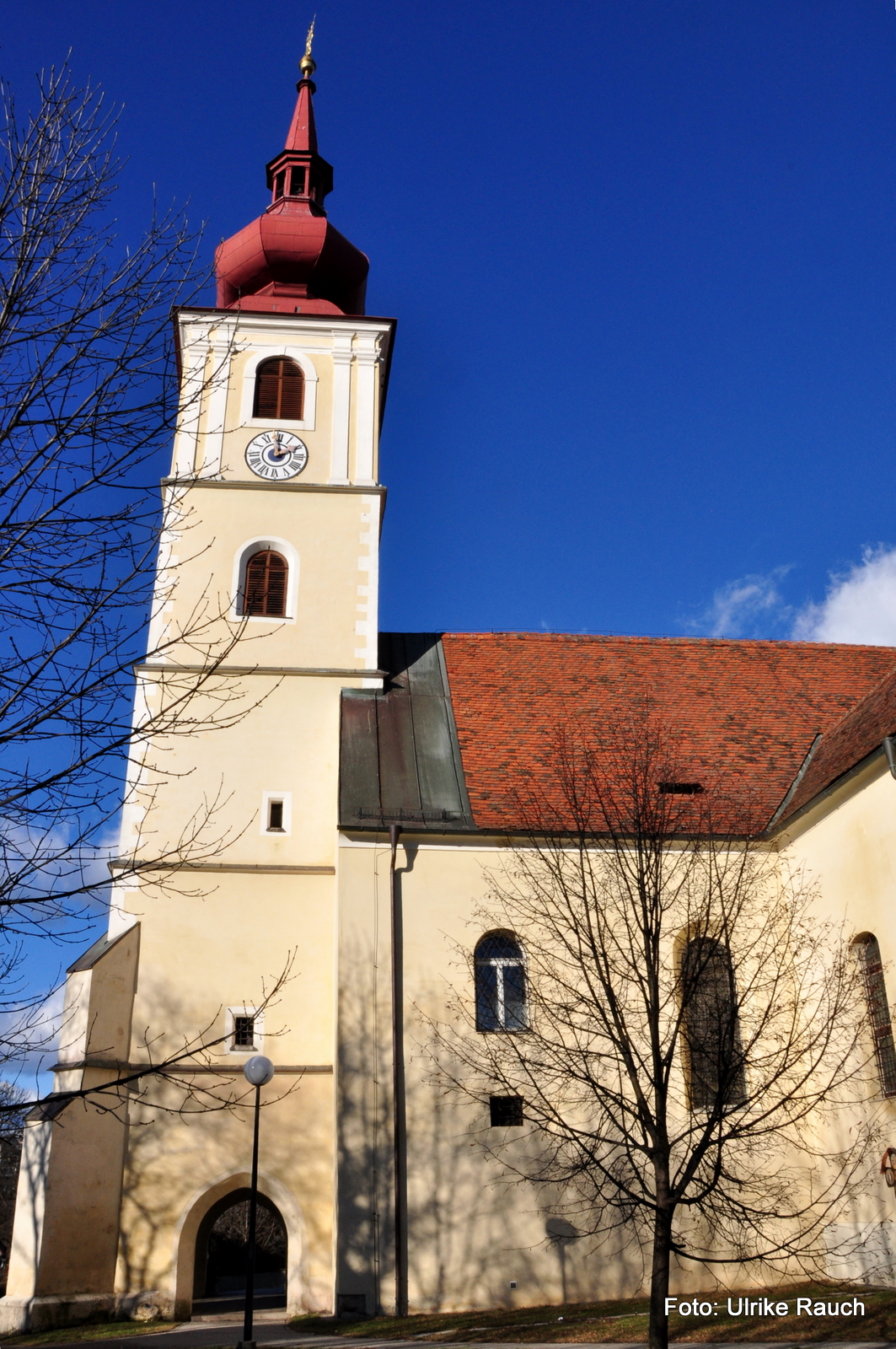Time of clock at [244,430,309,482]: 2:00
